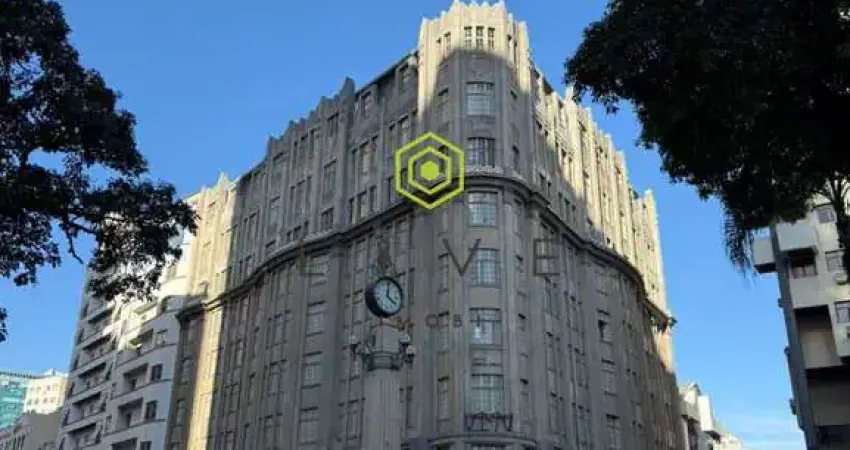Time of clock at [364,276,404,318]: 4:01
